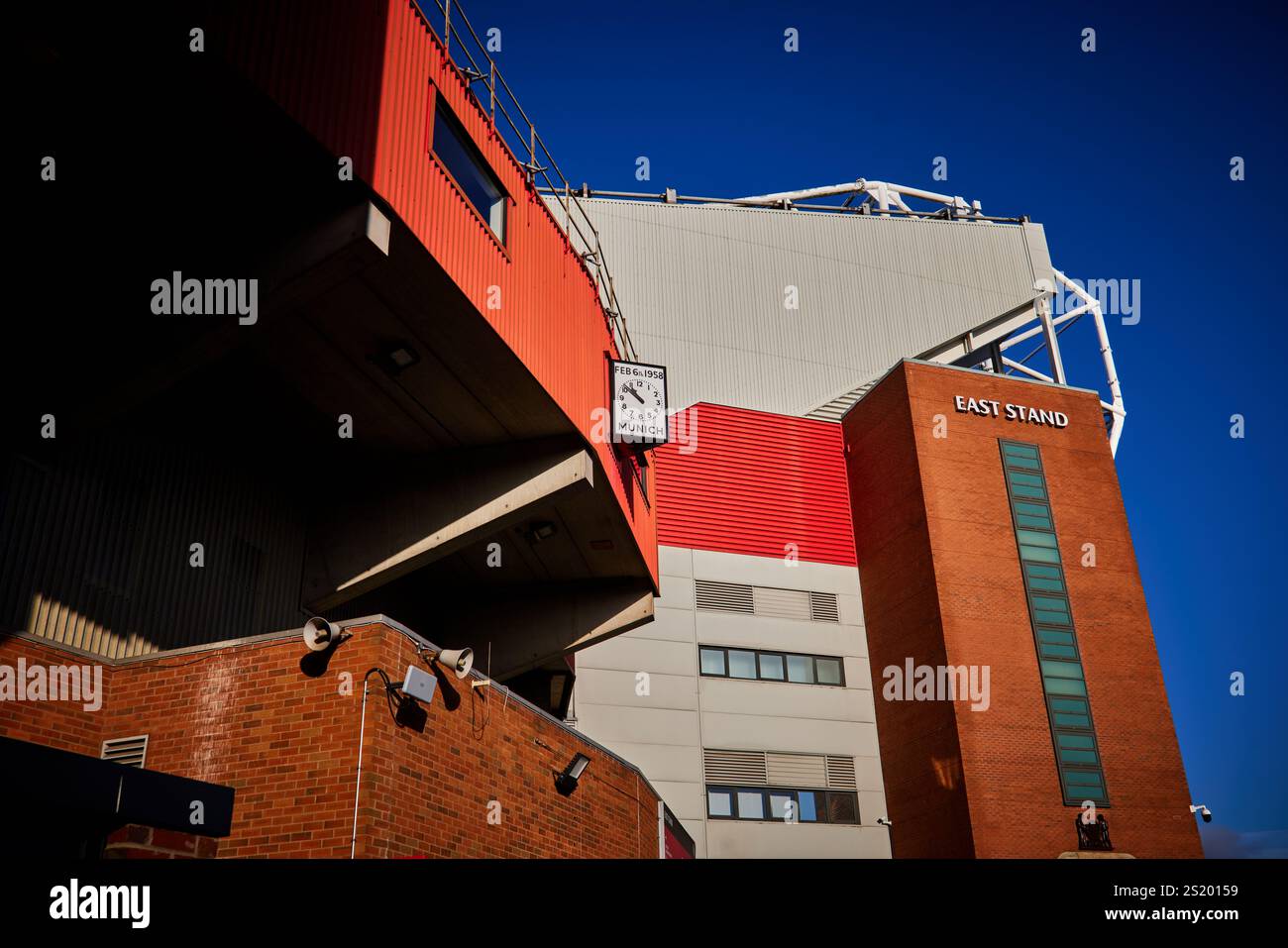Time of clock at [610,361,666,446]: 9:50
